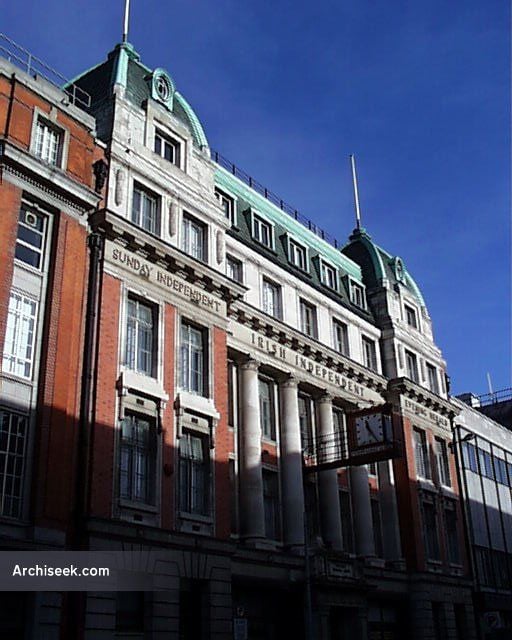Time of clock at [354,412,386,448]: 11:24
